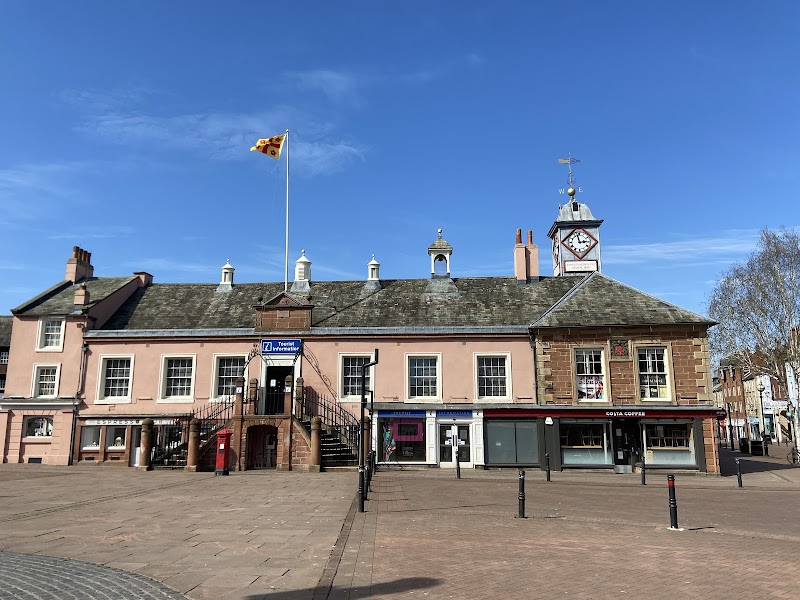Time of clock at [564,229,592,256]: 2:57
